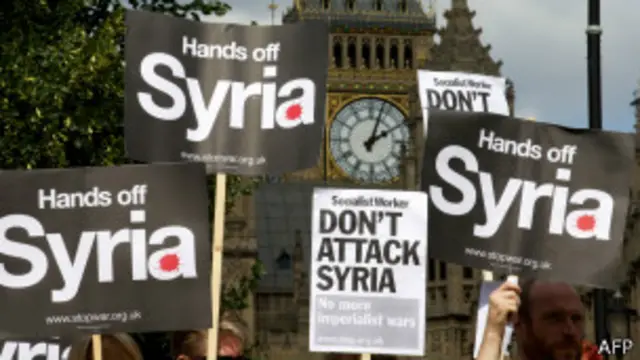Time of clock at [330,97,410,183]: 2:03
